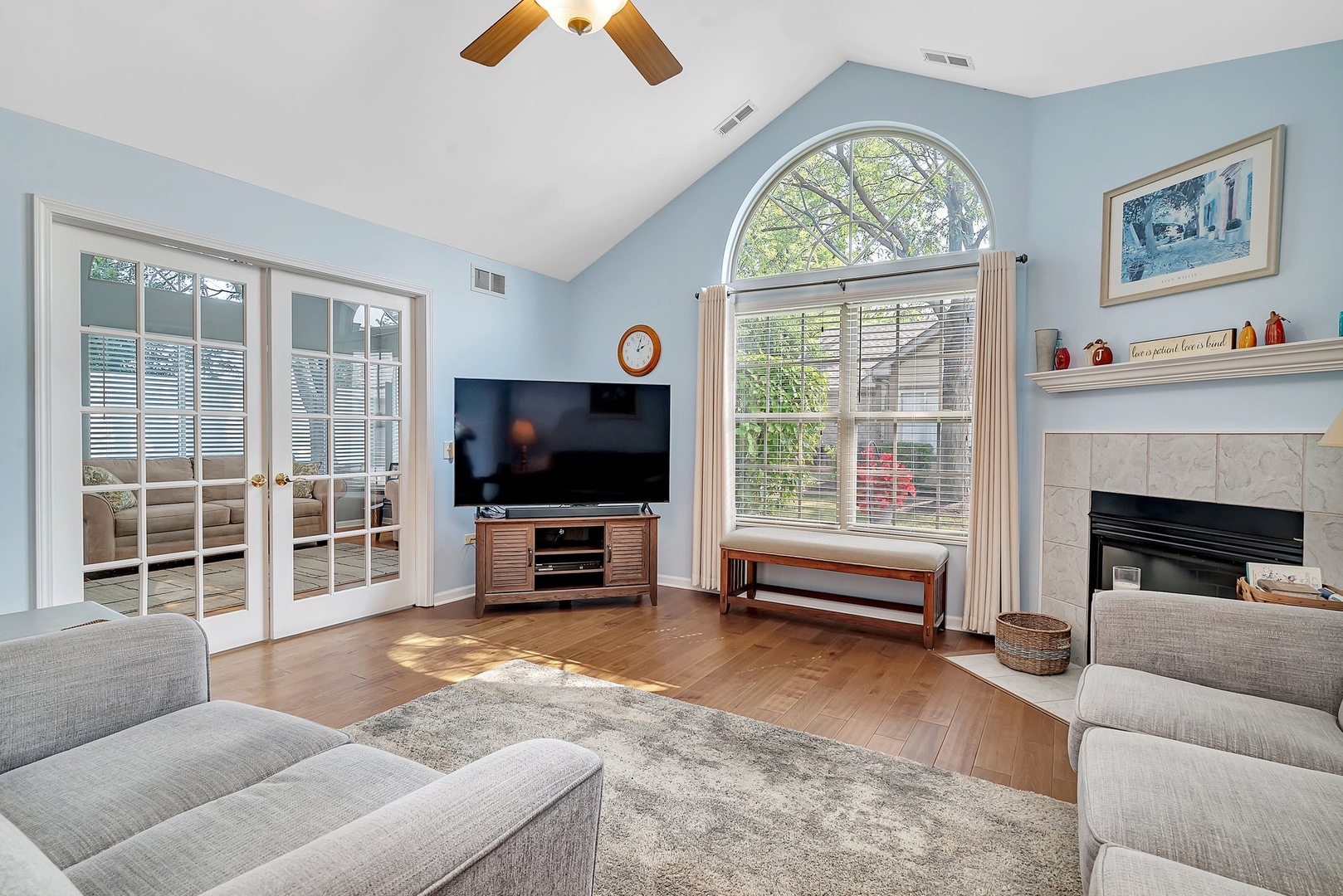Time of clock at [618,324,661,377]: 2:02
